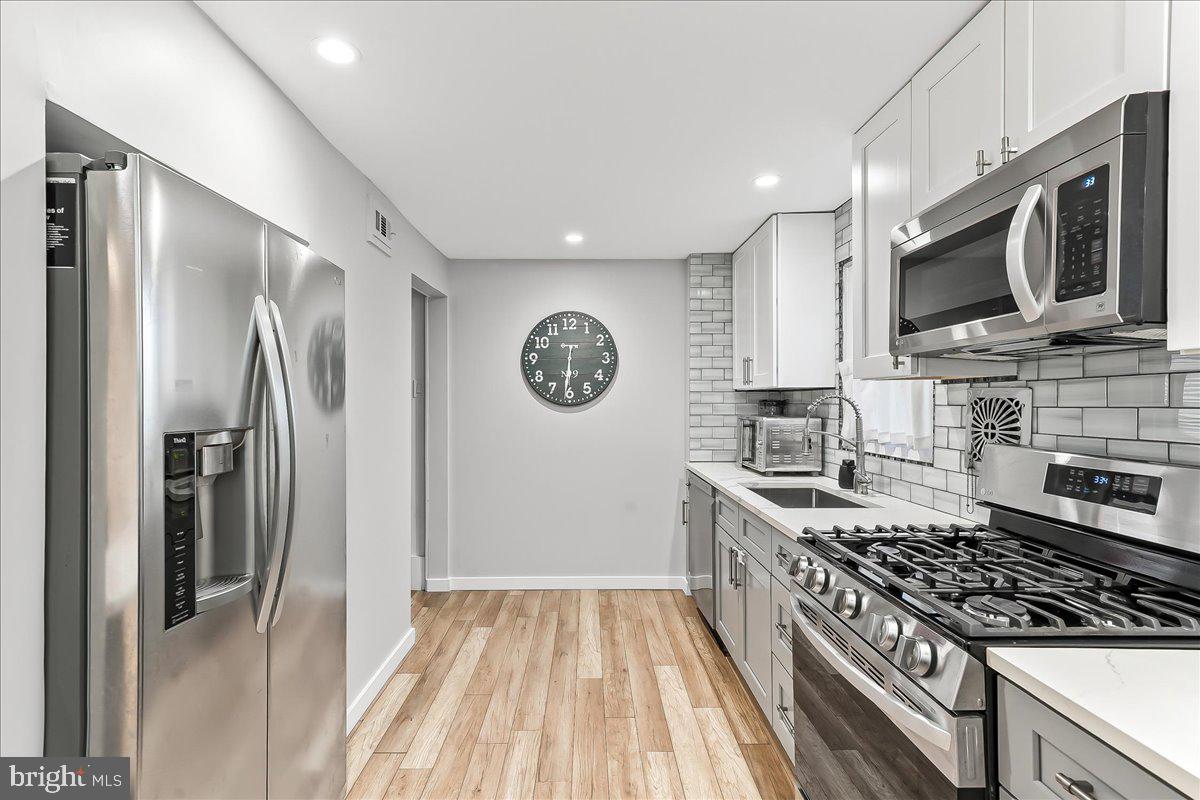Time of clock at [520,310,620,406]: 6:31
